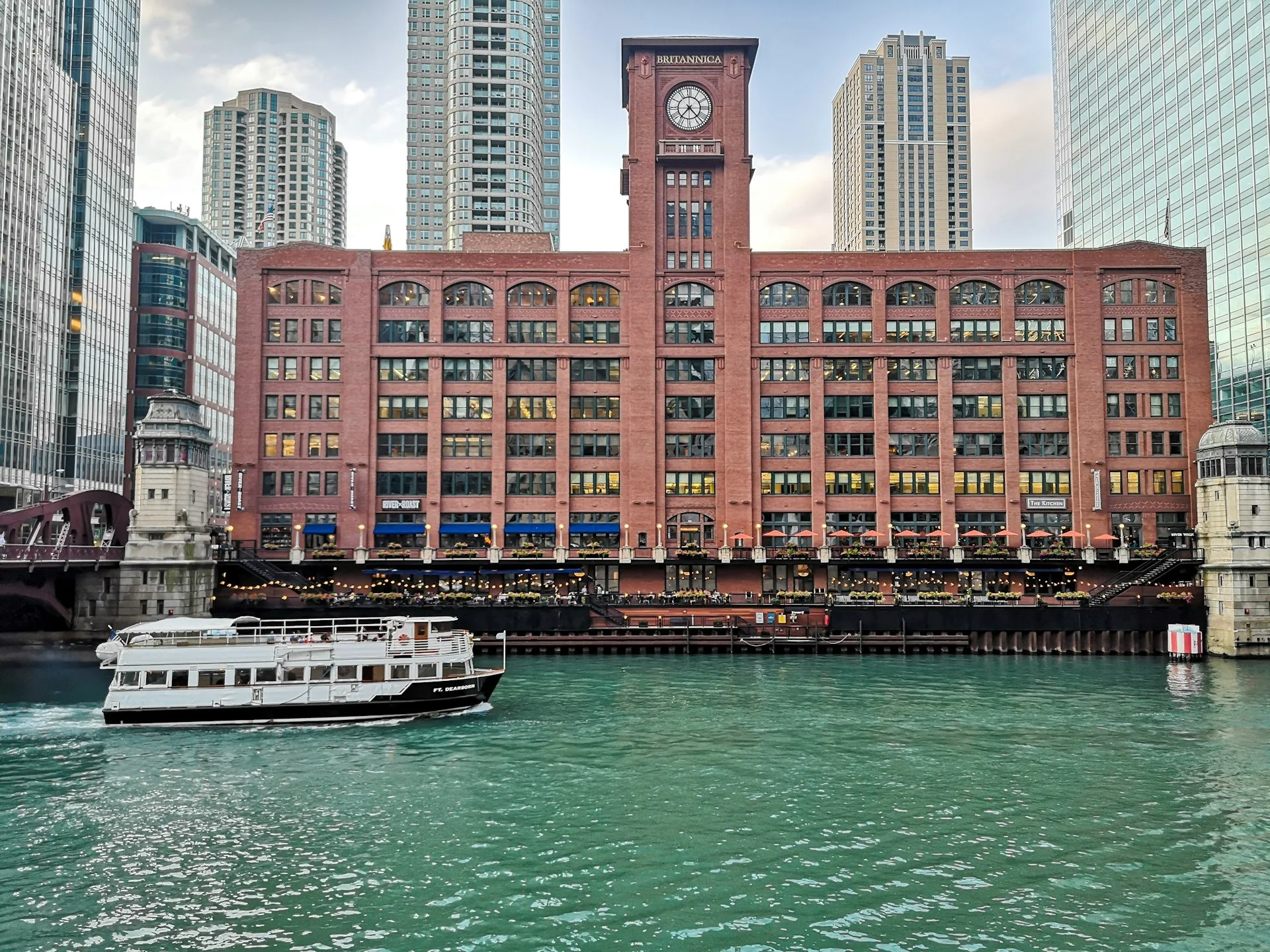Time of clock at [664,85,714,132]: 7:23
